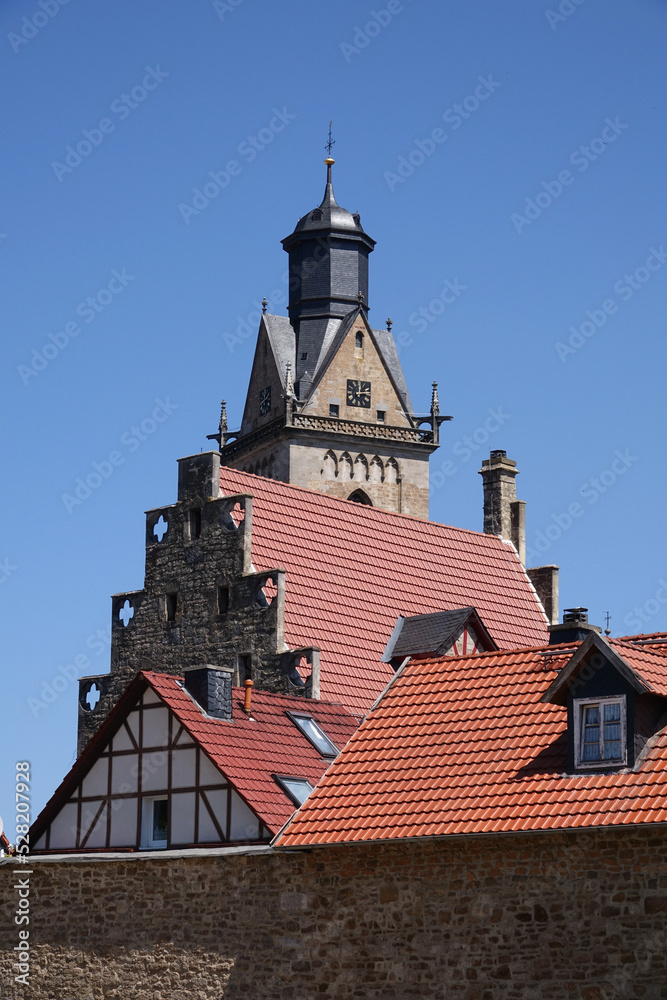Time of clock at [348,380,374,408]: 12:13
